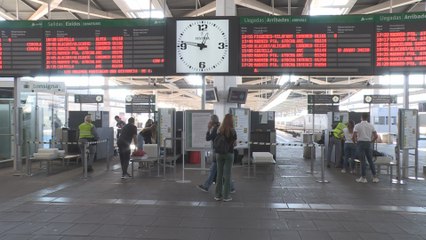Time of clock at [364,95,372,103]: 8:27
